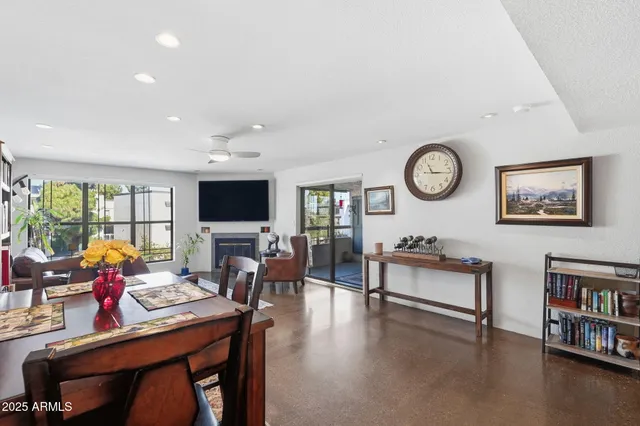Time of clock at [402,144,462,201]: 11:15
